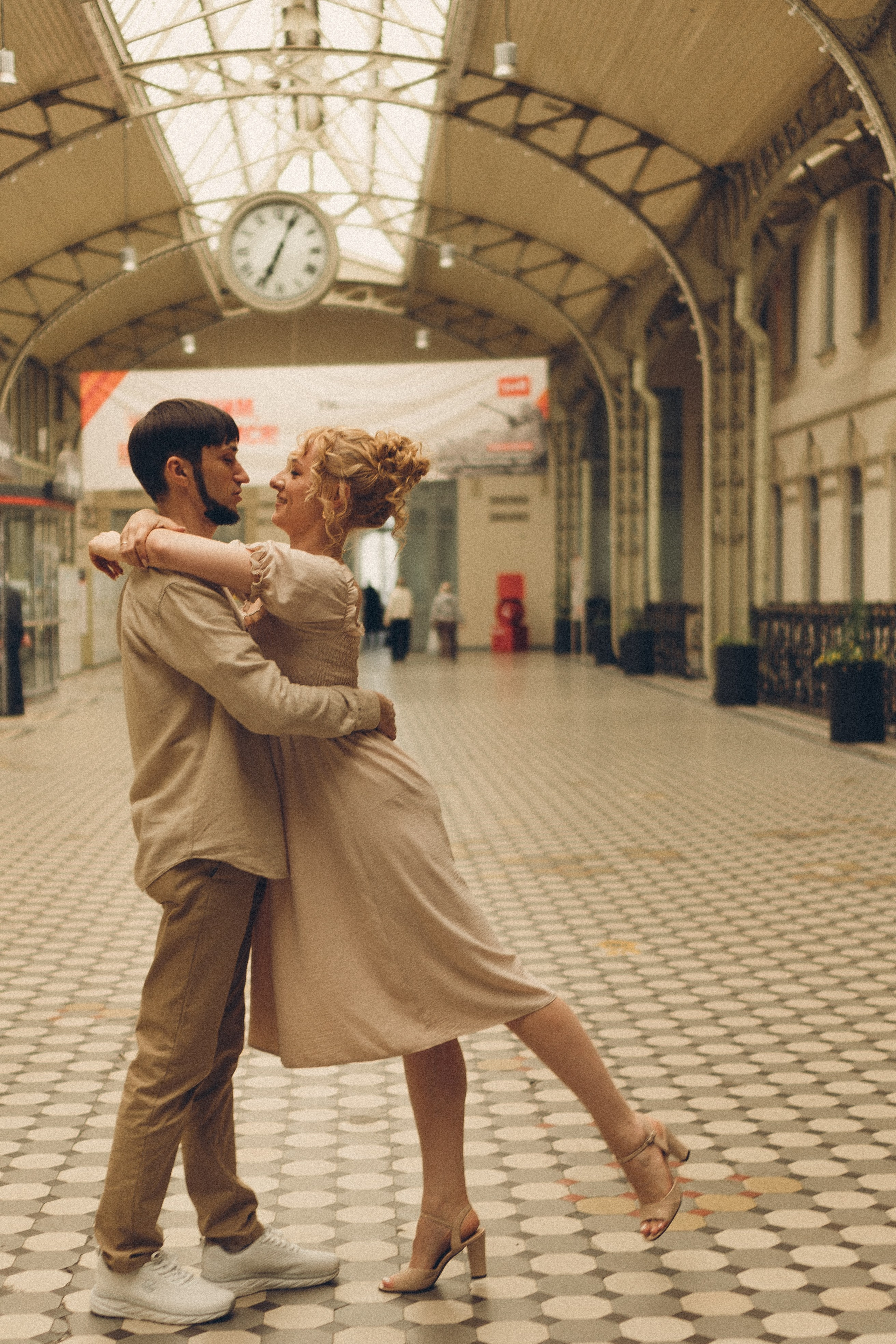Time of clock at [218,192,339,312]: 7:04
